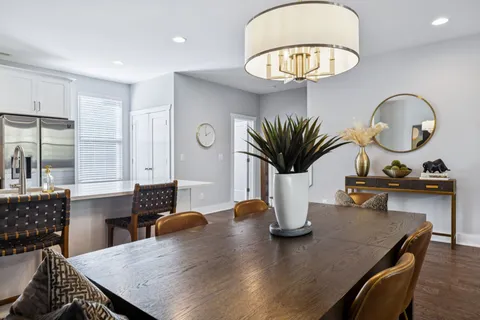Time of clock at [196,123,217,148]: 1:59
